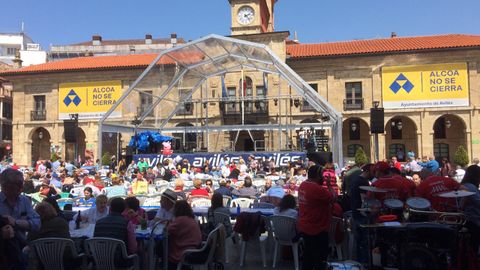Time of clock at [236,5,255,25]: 2:23
